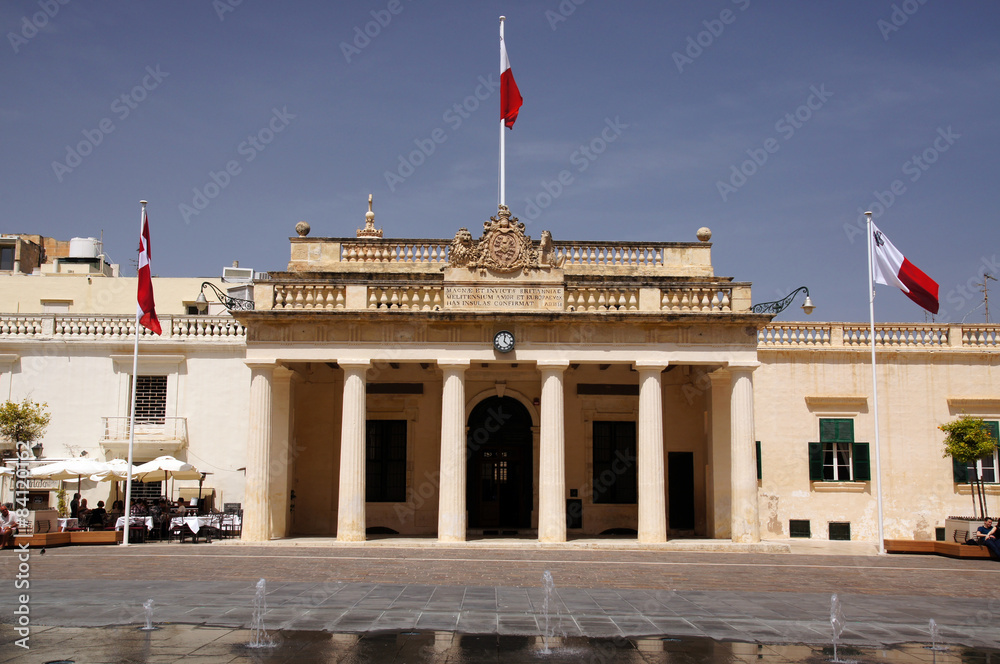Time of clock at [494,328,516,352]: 12:22
